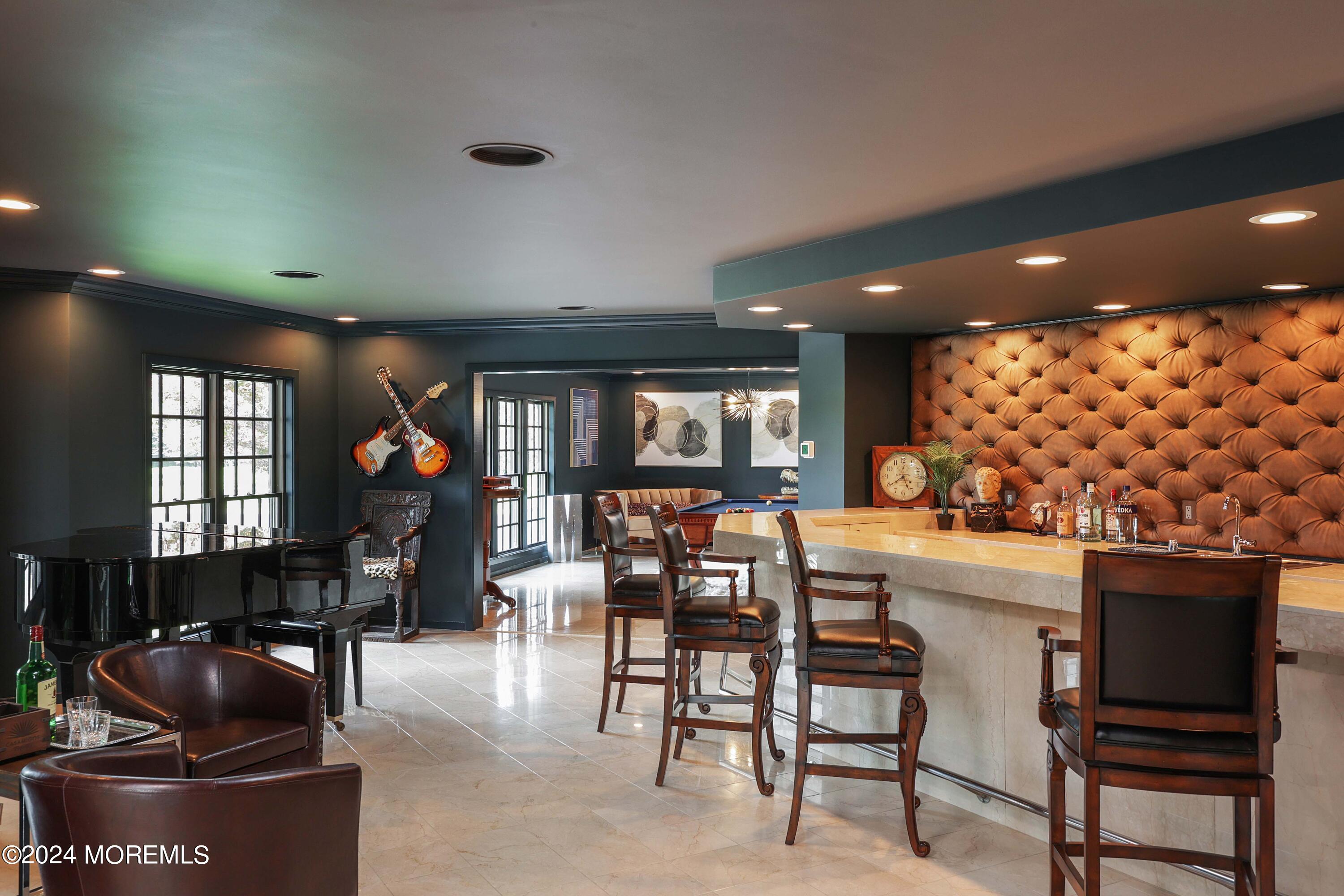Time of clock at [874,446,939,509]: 4:39
